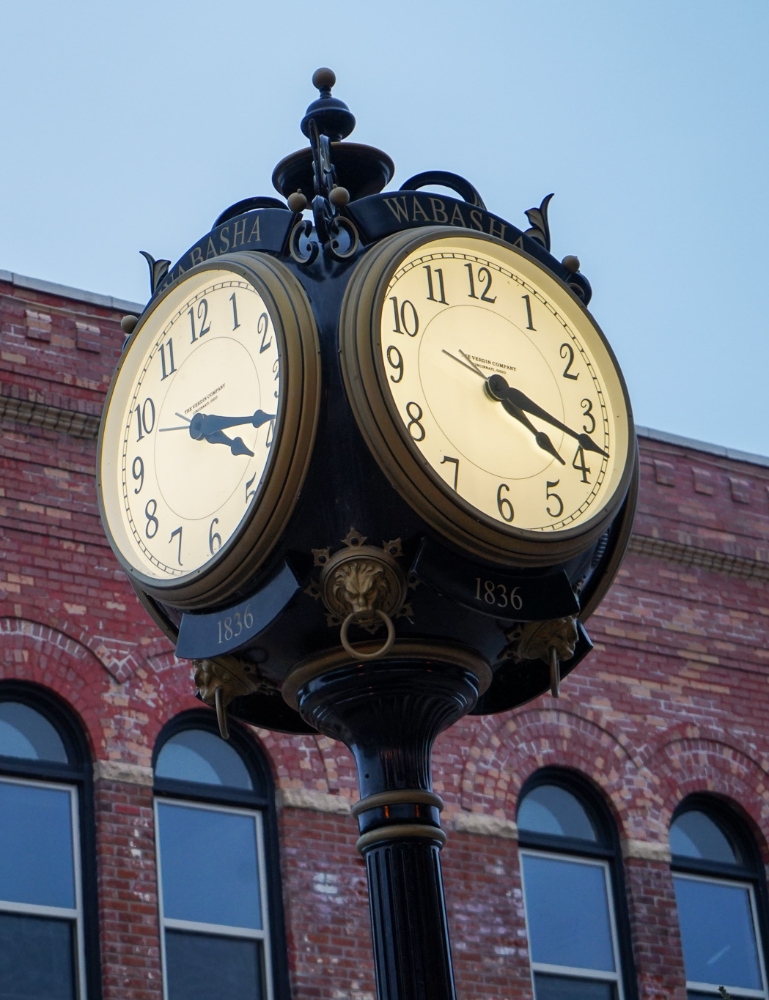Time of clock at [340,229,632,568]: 4:17
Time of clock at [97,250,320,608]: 3:18
